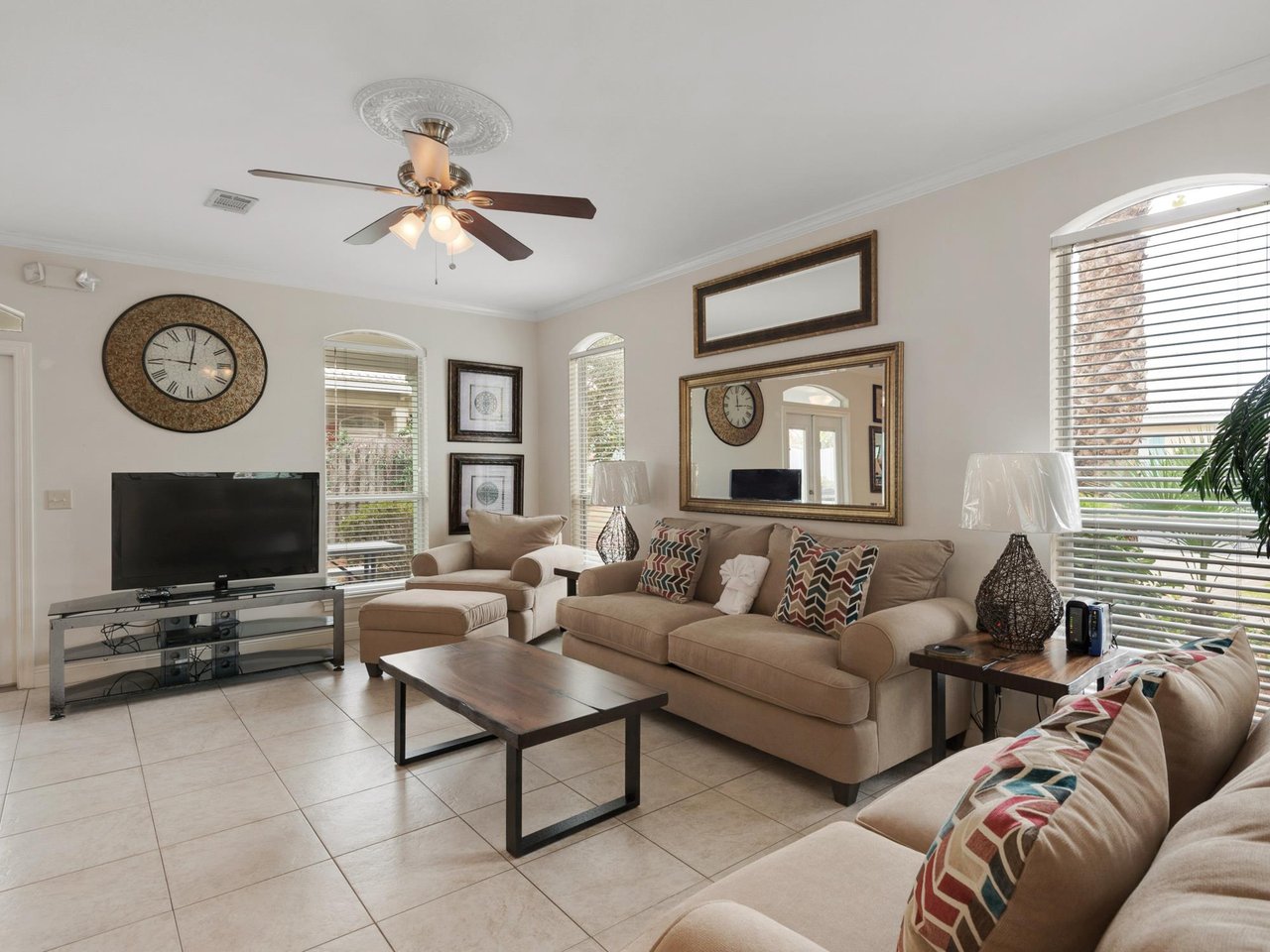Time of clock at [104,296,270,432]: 9:01
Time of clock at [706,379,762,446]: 12:14
